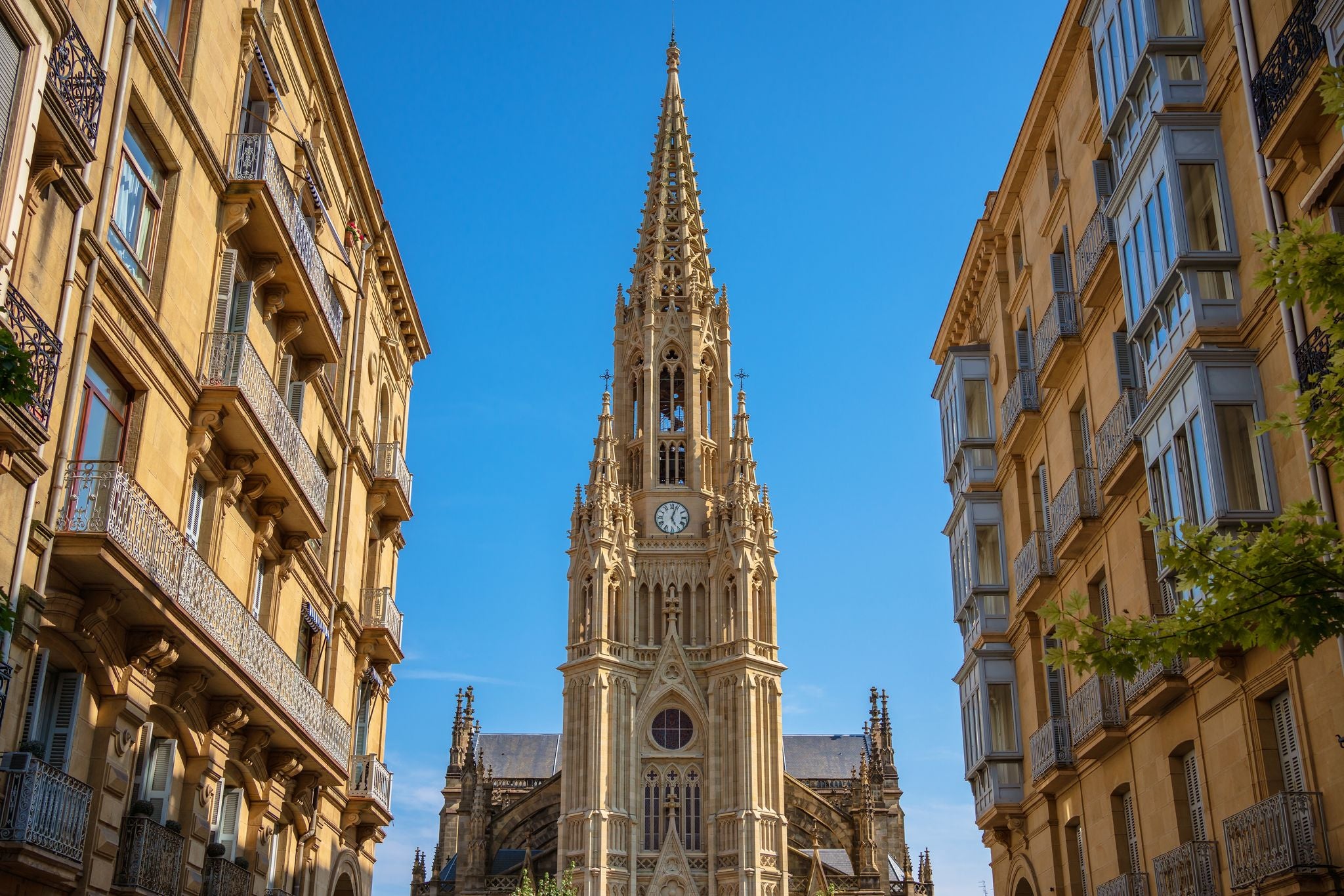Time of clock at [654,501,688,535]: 5:03
